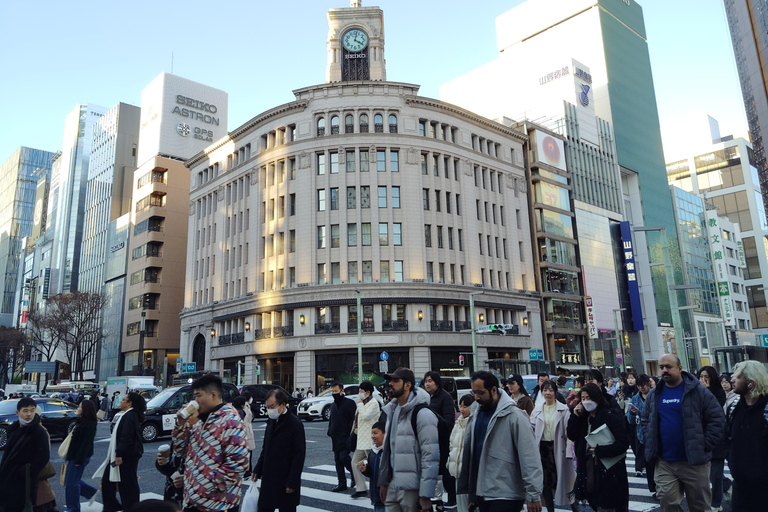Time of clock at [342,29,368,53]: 4:02
